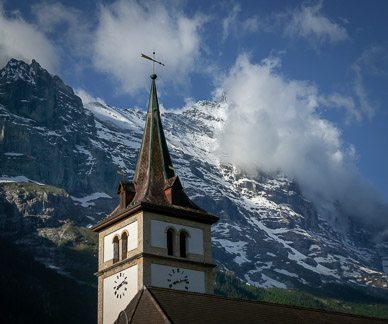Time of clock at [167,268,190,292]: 8:12
